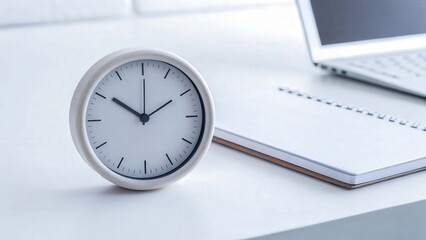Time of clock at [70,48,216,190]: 1:50
